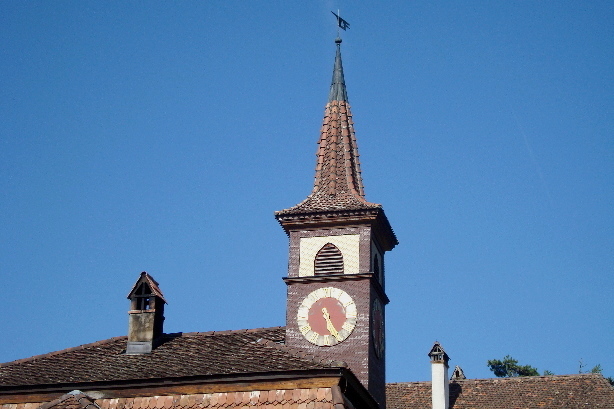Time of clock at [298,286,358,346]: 5:25
